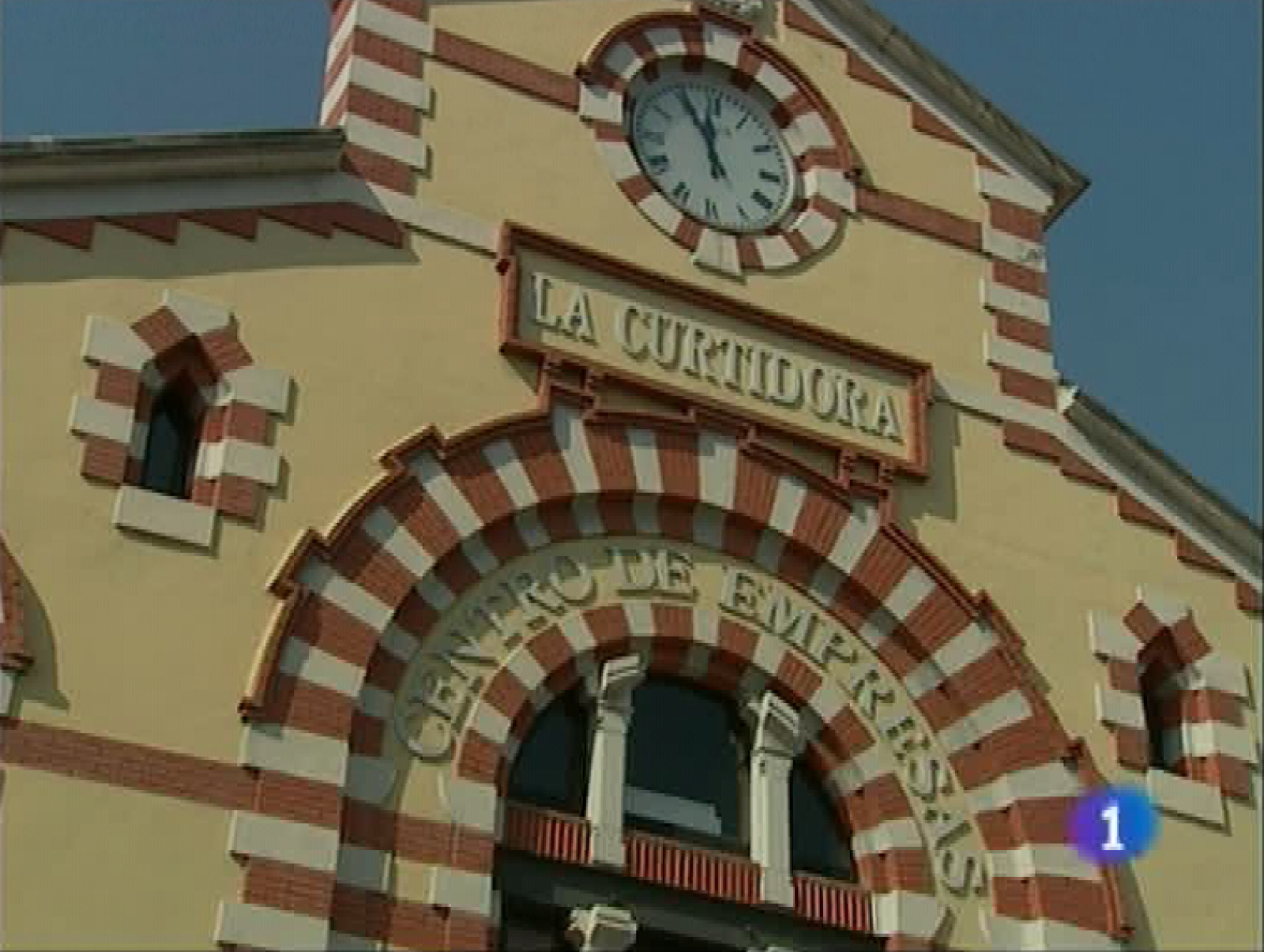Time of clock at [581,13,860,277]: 11:55
